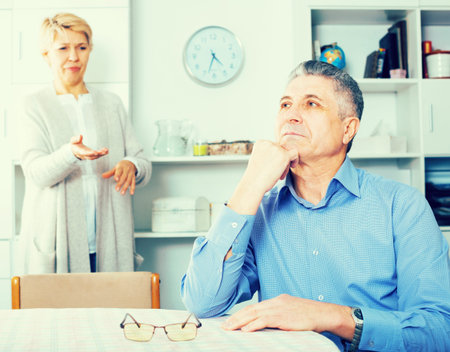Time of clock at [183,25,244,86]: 4:33
